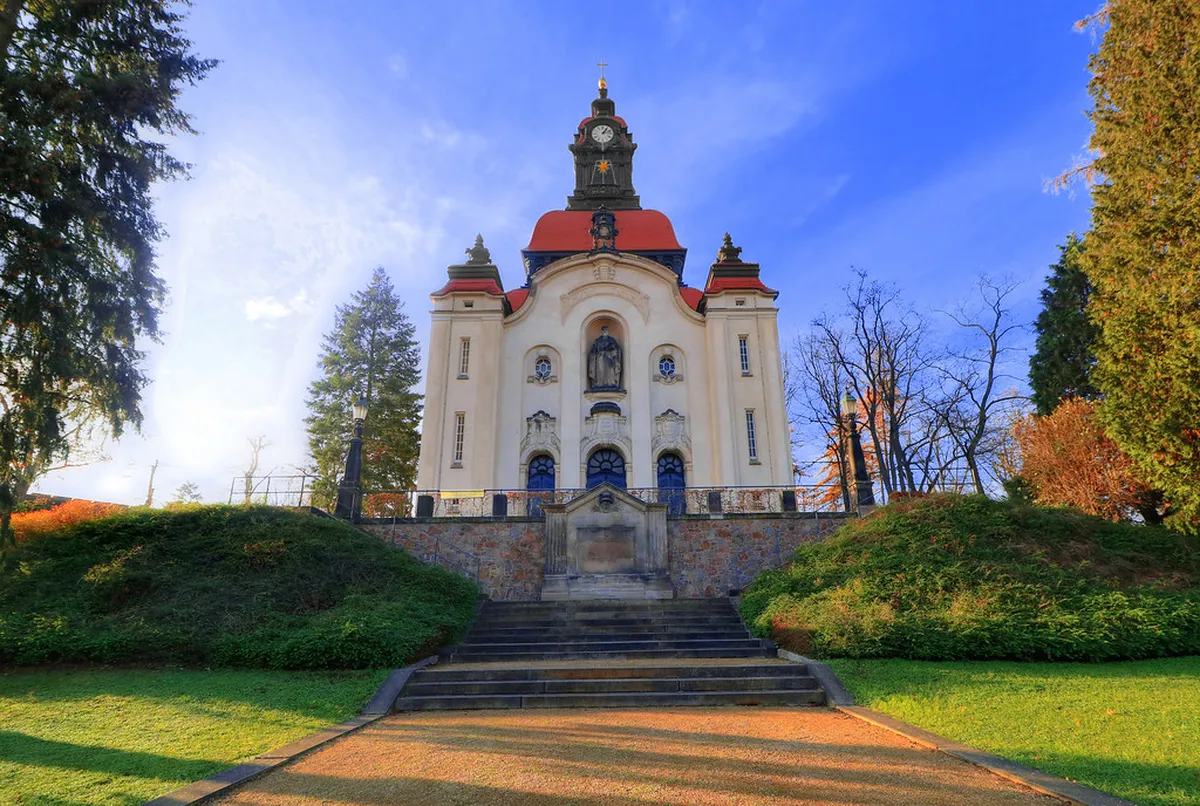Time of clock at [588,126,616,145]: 1:11
